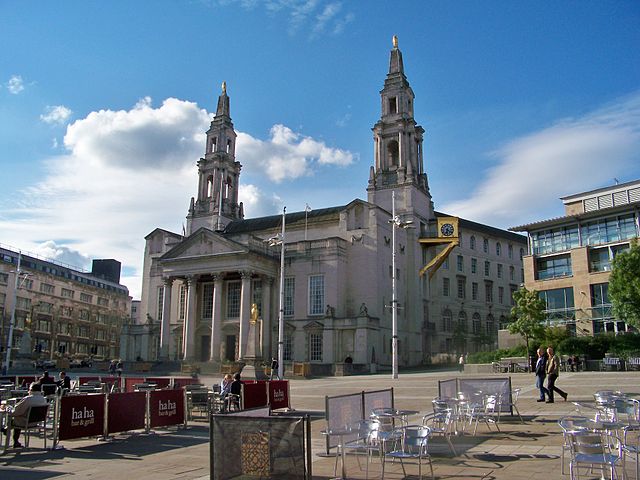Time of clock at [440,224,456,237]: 6:21
